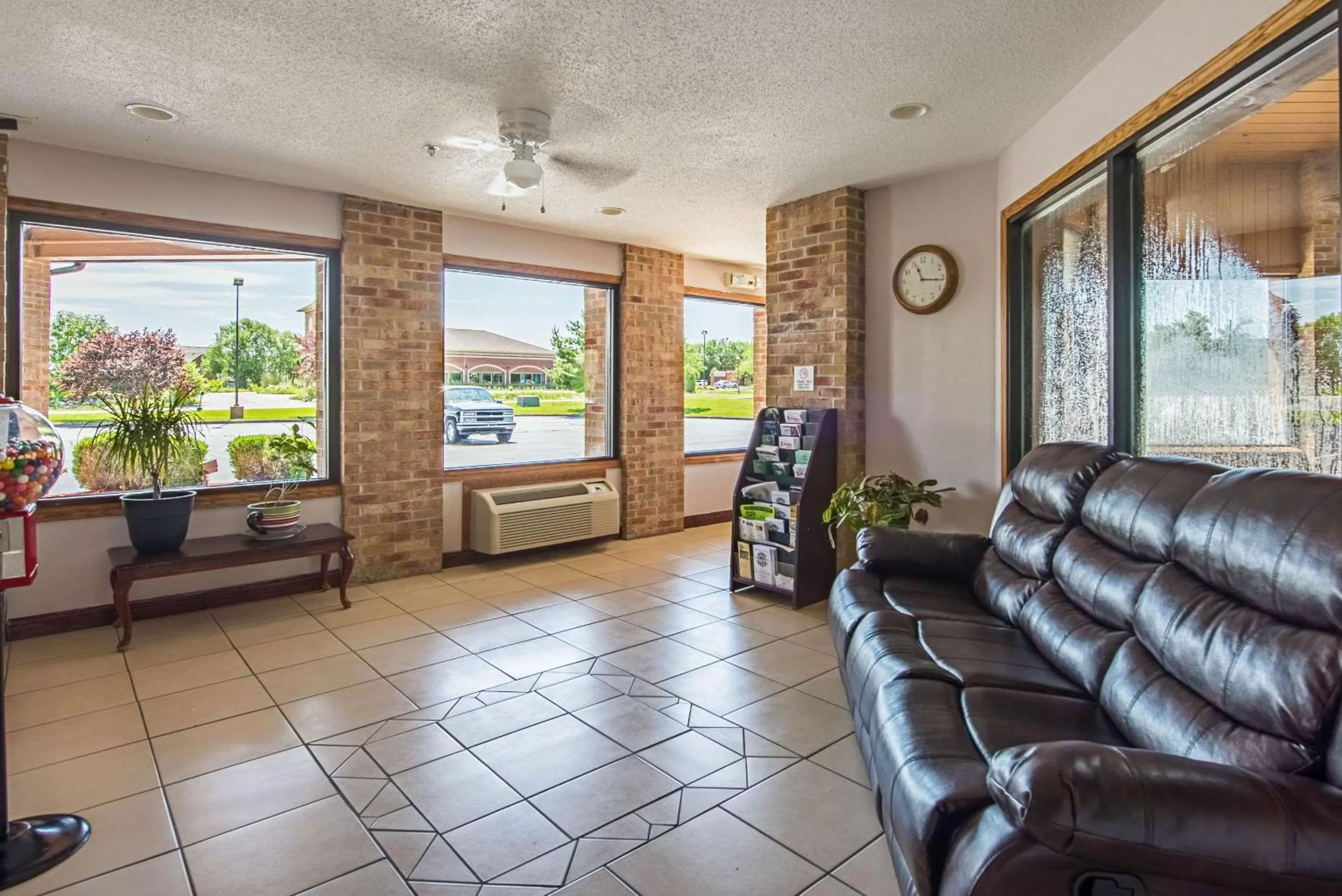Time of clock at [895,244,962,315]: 11:16
